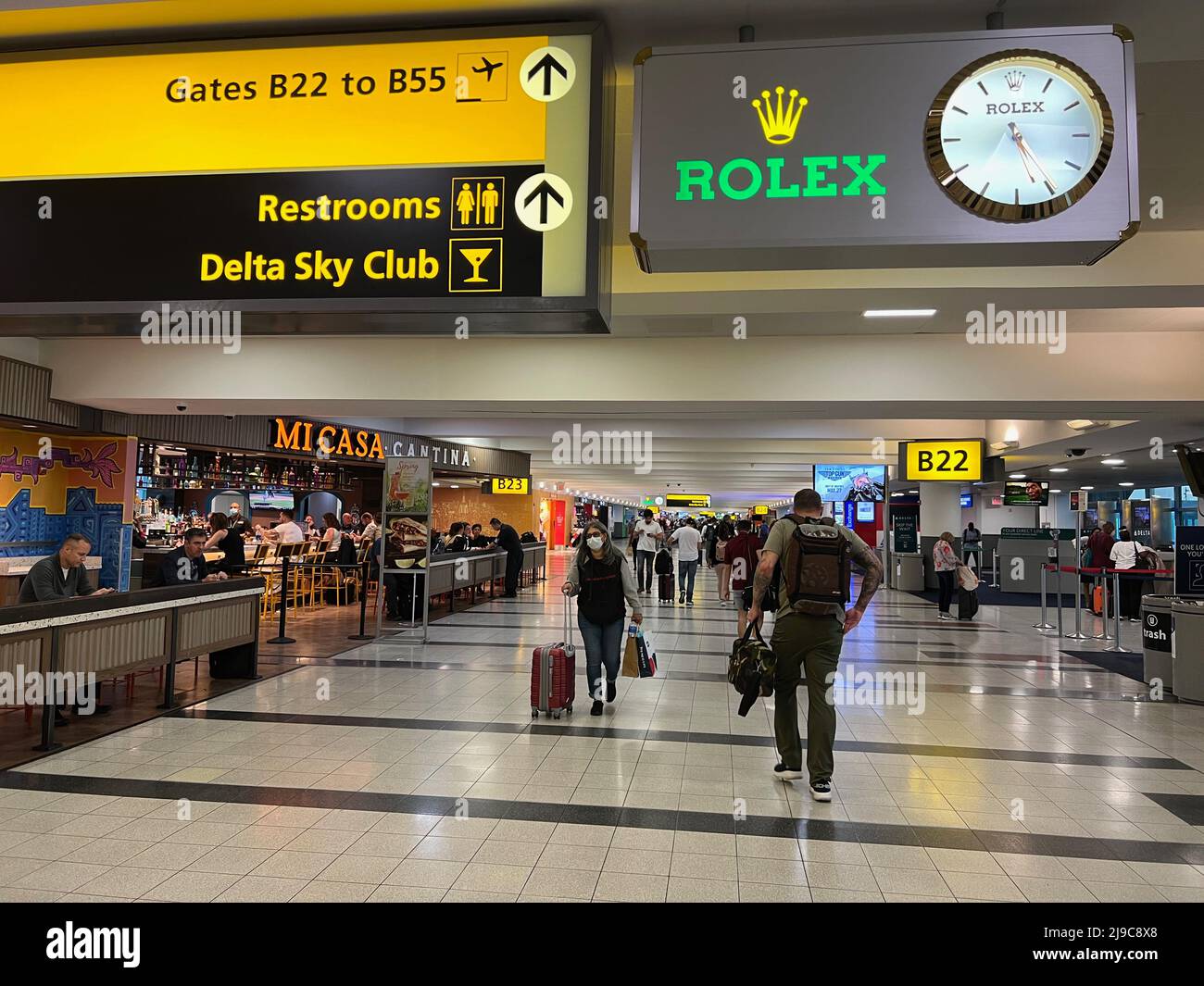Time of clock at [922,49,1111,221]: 5:24
